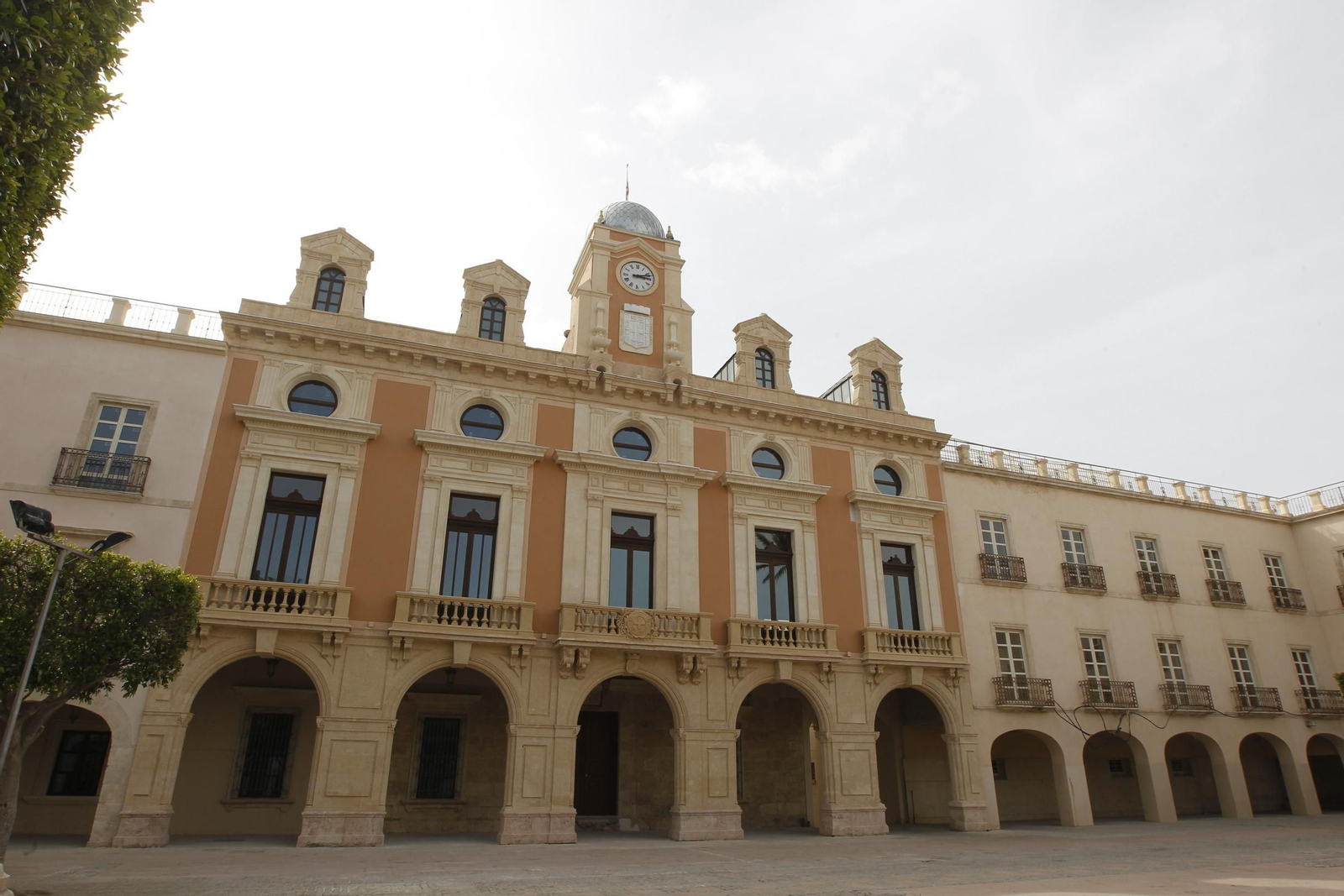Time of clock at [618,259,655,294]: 3:12
